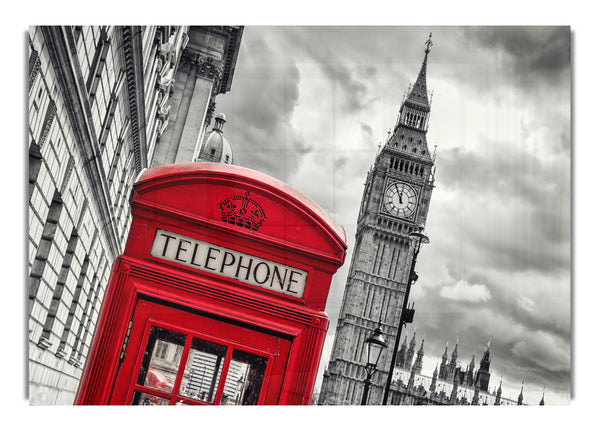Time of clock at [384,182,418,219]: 11:54
